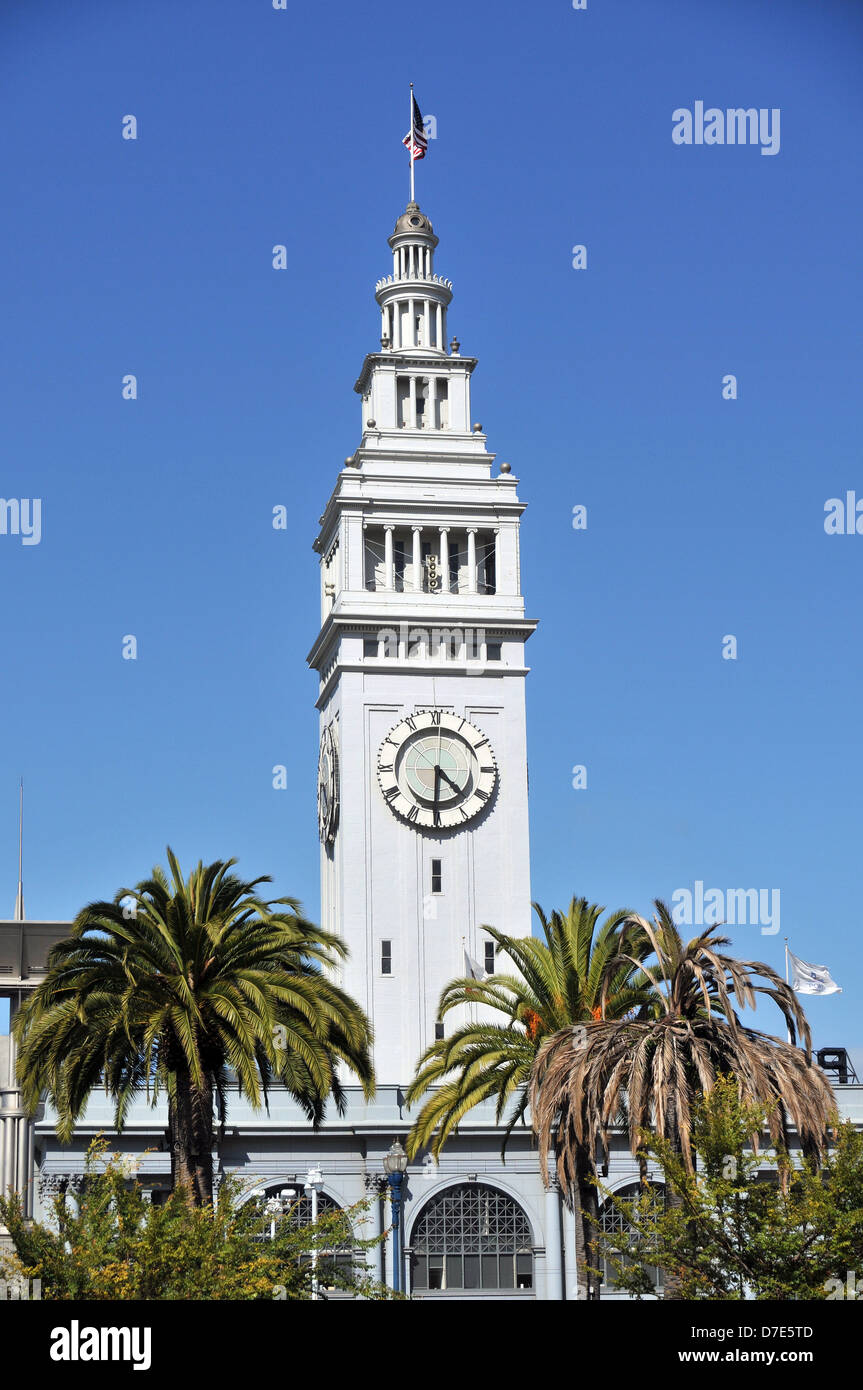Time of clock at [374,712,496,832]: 4:30
